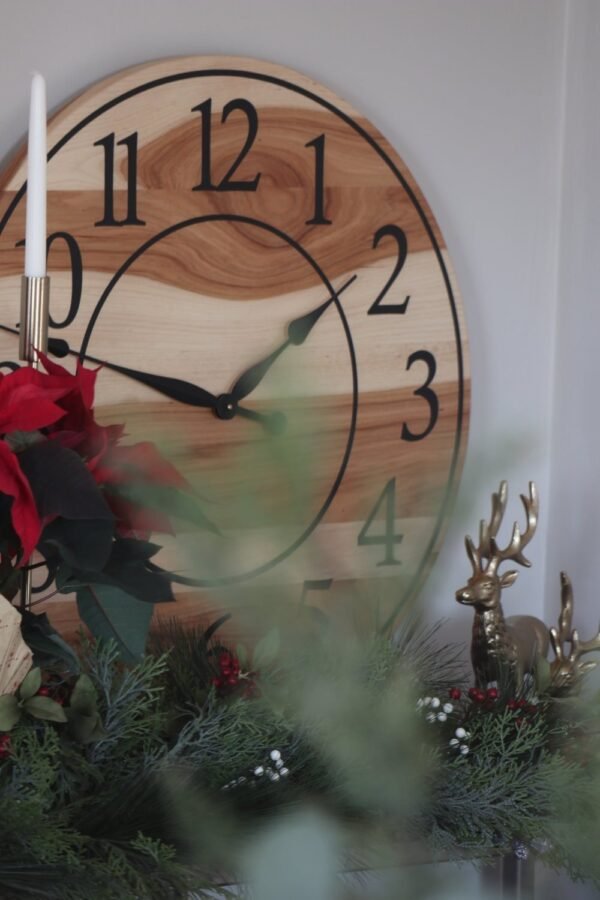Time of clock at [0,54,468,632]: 1:47
